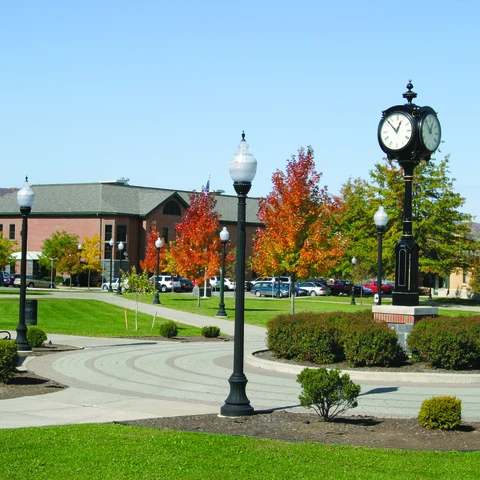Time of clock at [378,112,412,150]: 12:52
